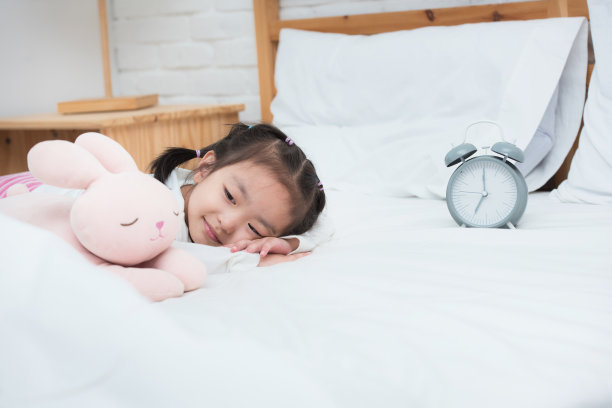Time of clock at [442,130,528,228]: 6:59
